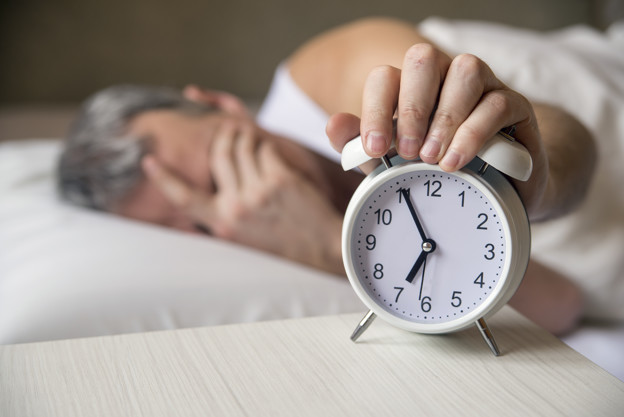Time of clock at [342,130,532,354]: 6:55
